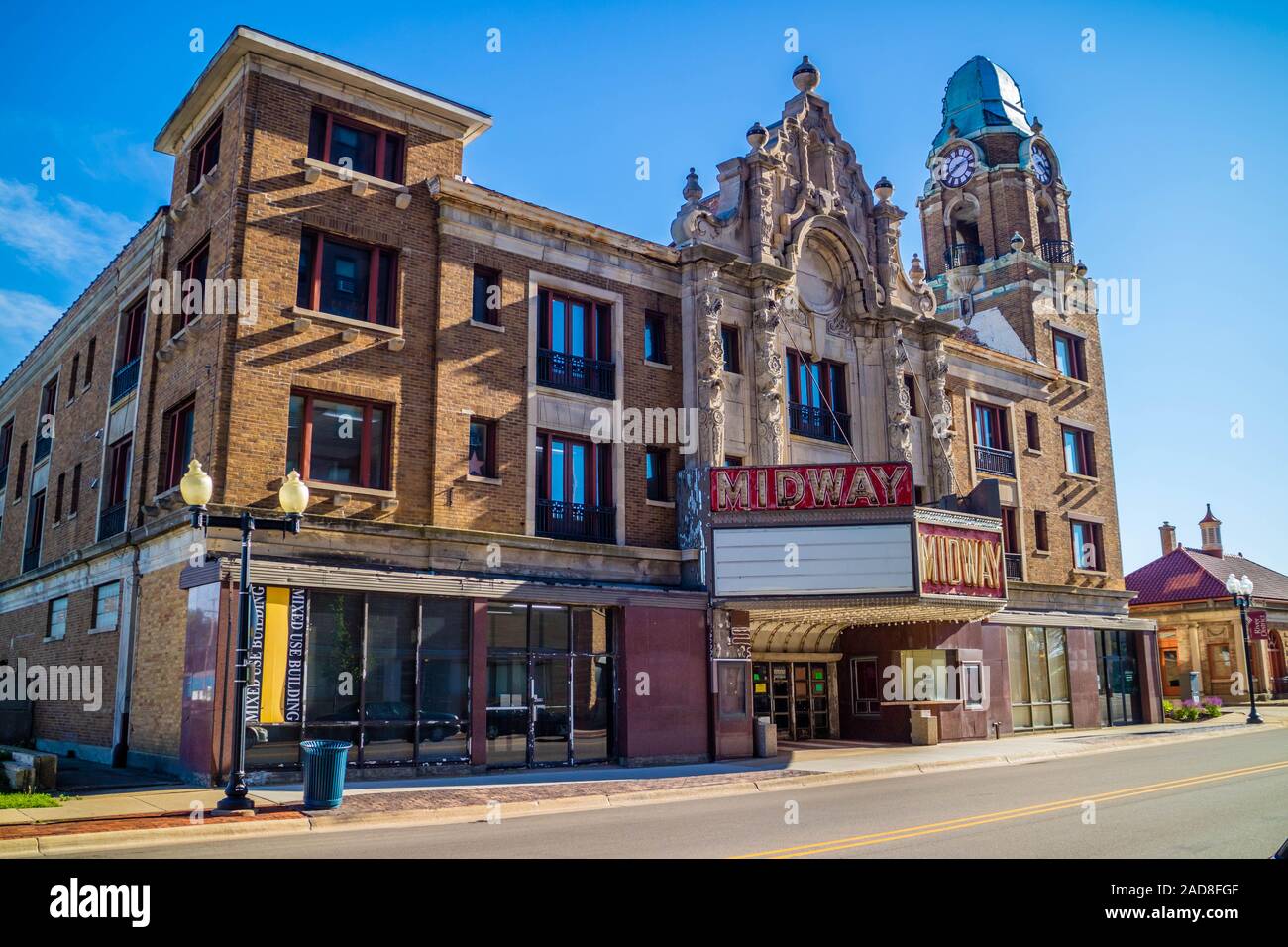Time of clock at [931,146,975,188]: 8:12
